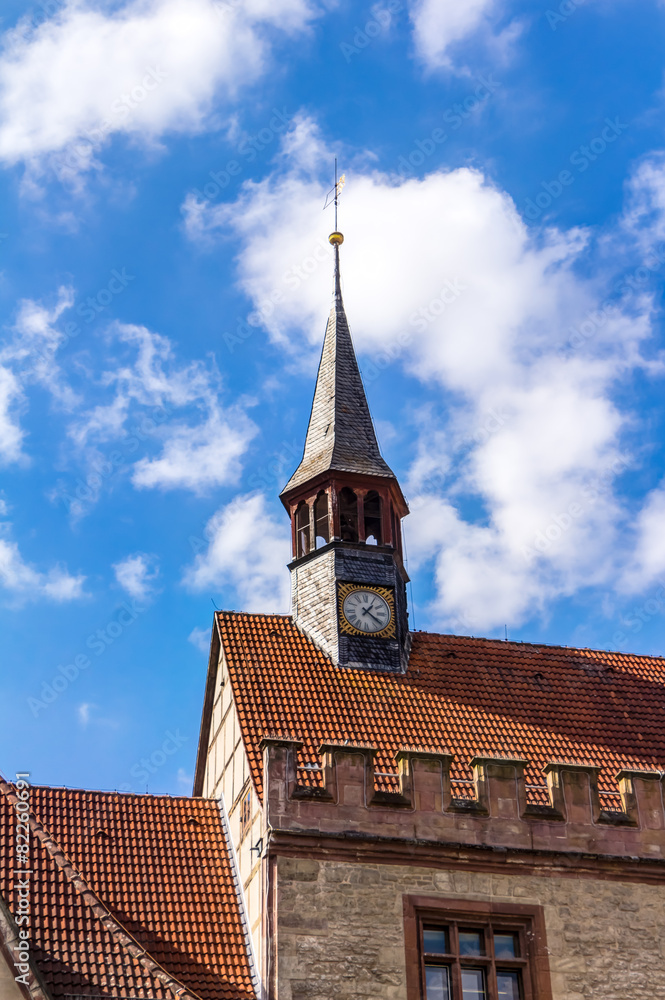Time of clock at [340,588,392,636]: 1:21
